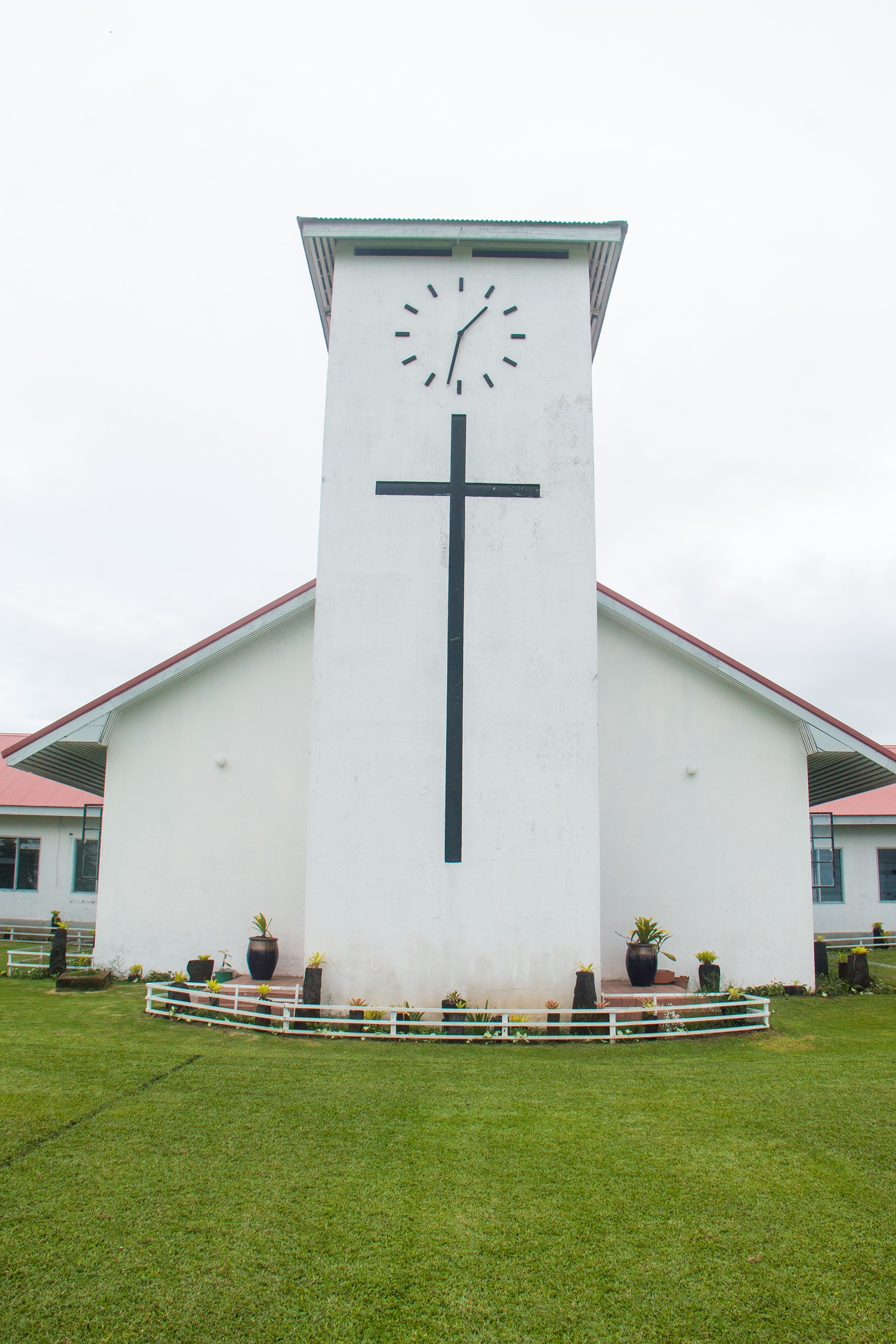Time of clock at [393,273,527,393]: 1:32
